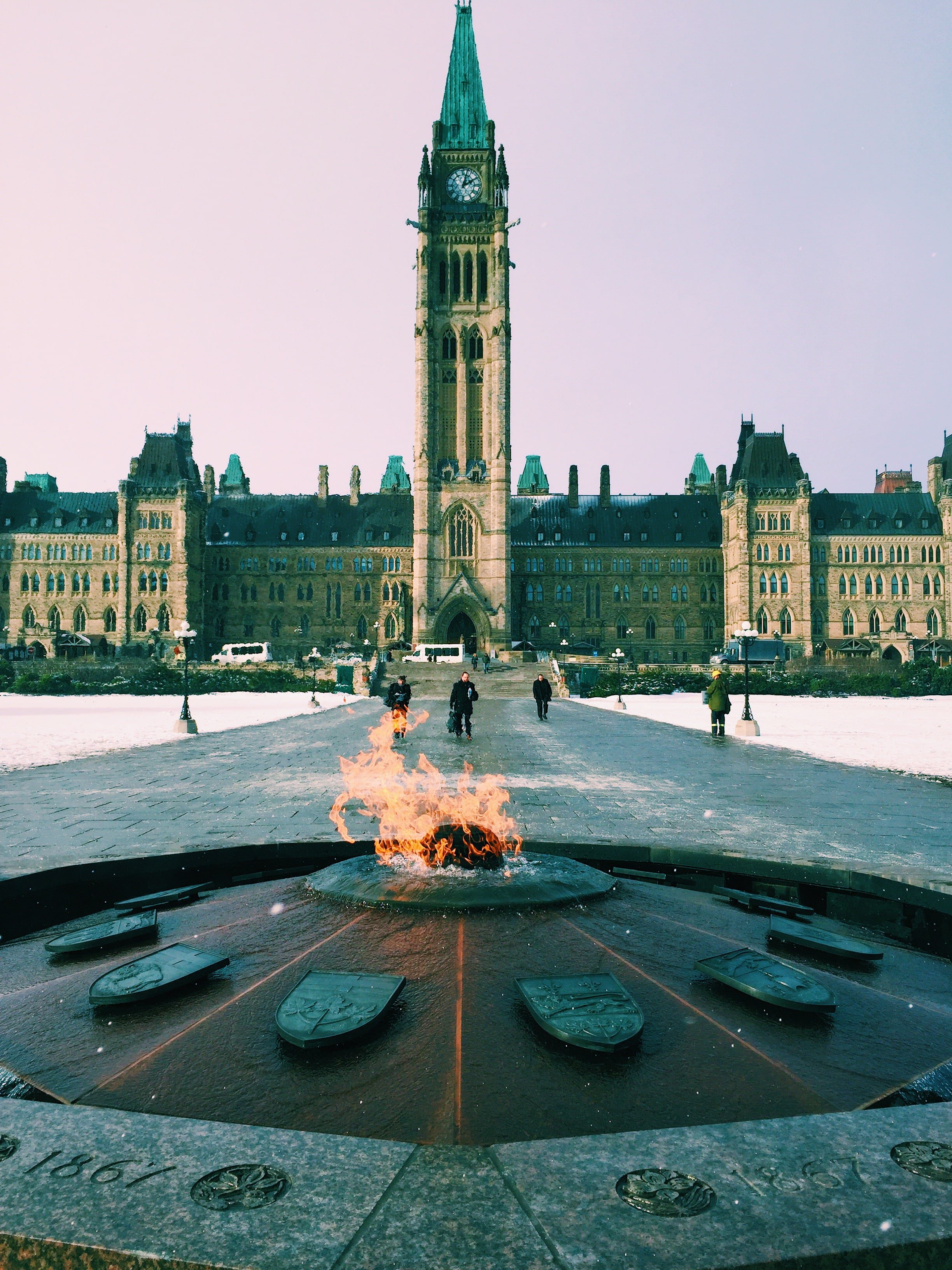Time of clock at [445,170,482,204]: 2:02
